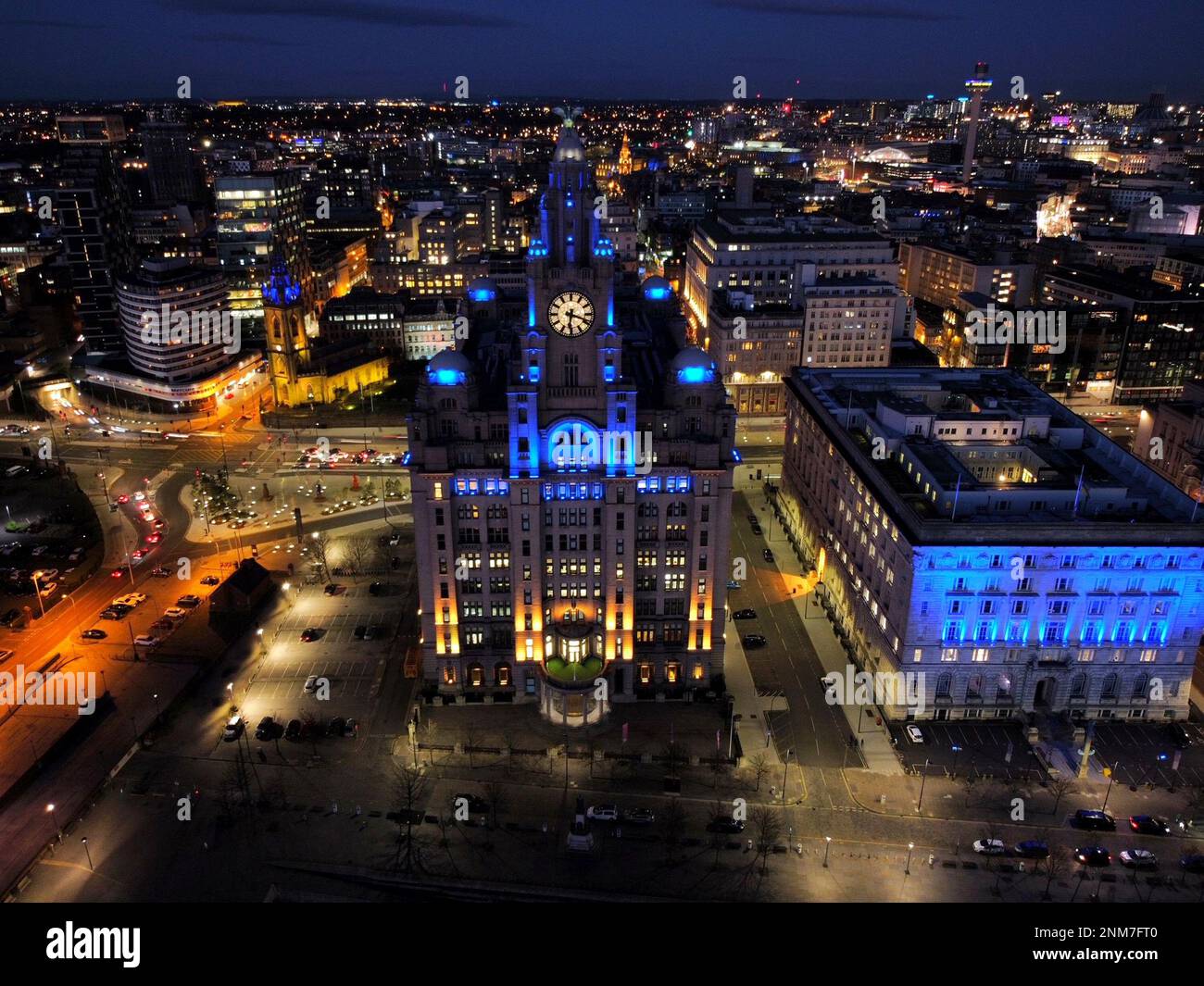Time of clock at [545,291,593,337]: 6:18
